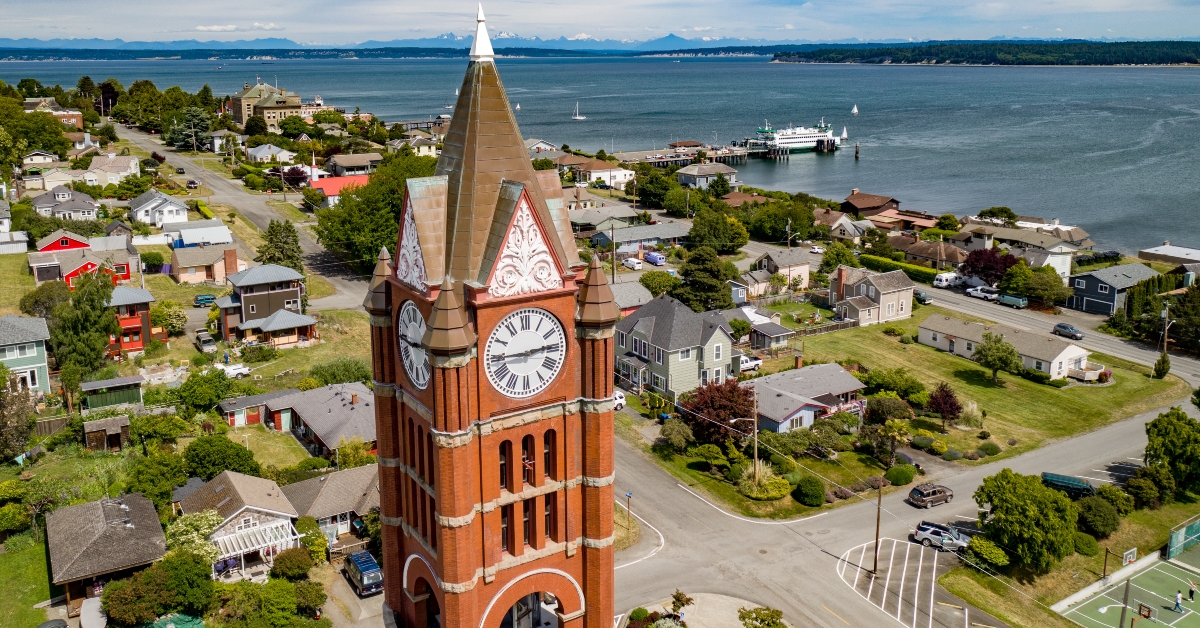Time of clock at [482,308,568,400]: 2:44
